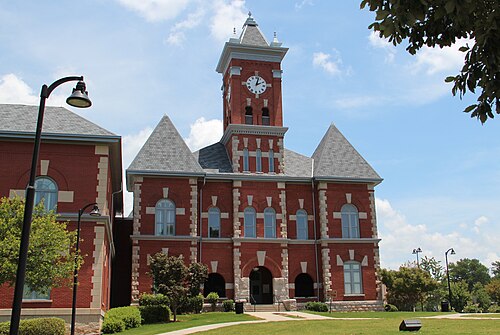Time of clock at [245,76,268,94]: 2:02
